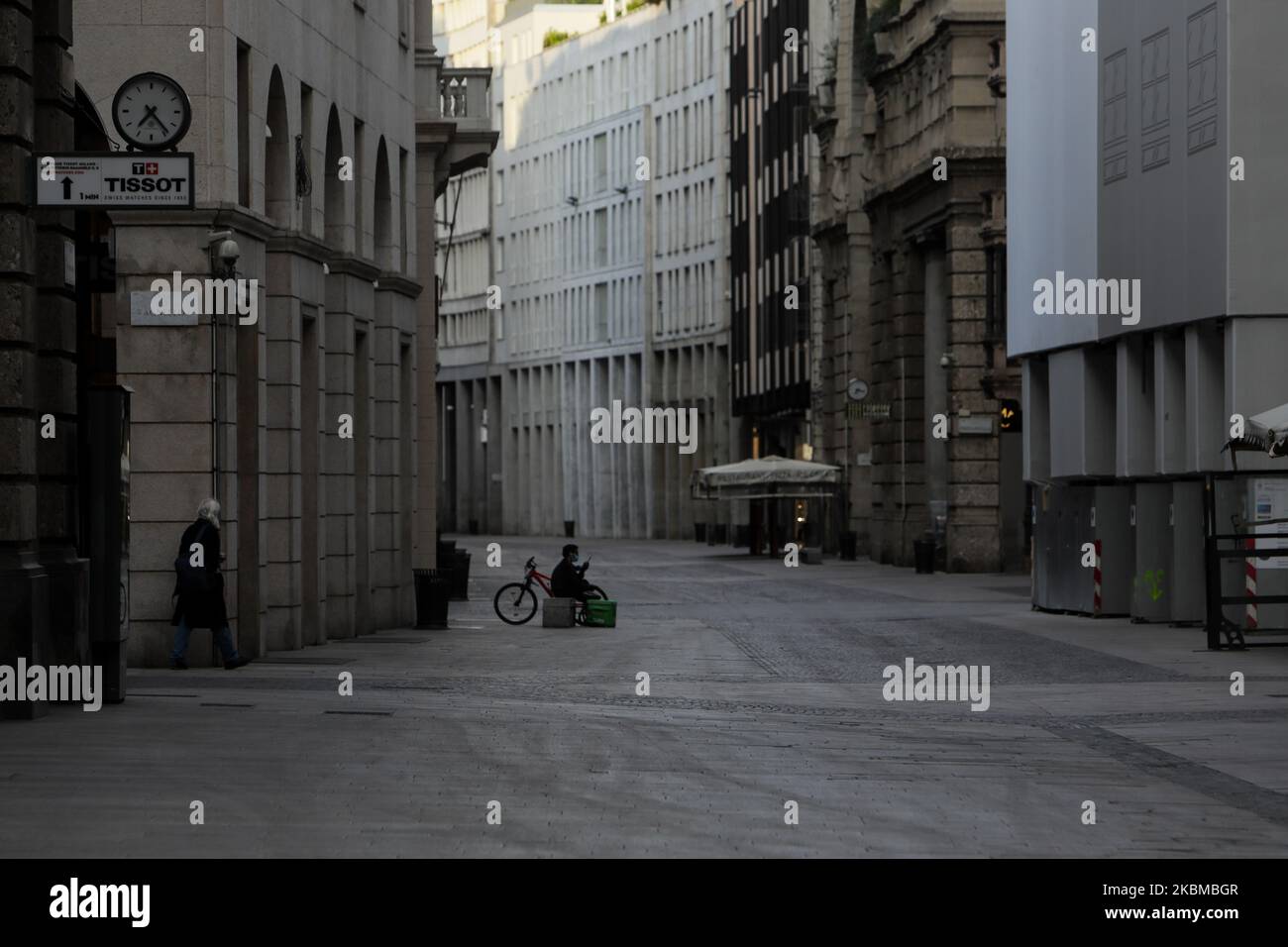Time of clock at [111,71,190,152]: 7:23
